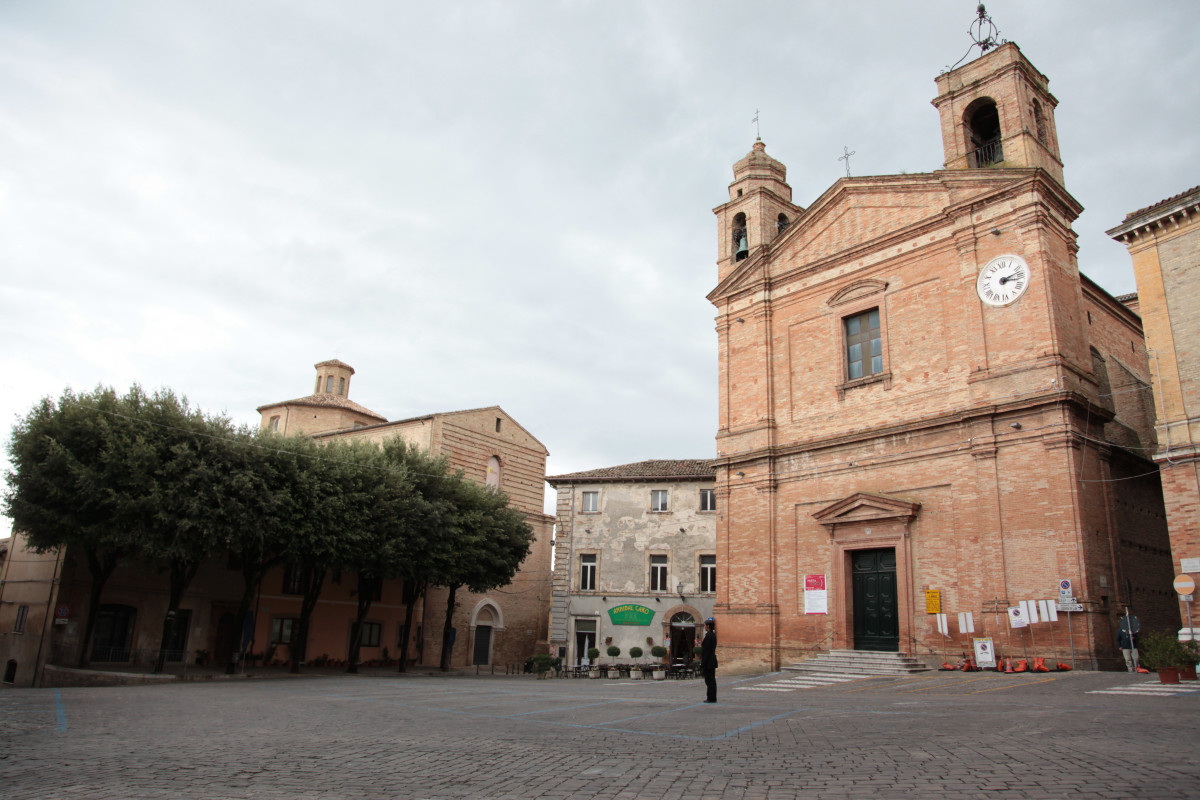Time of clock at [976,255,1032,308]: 3:12
